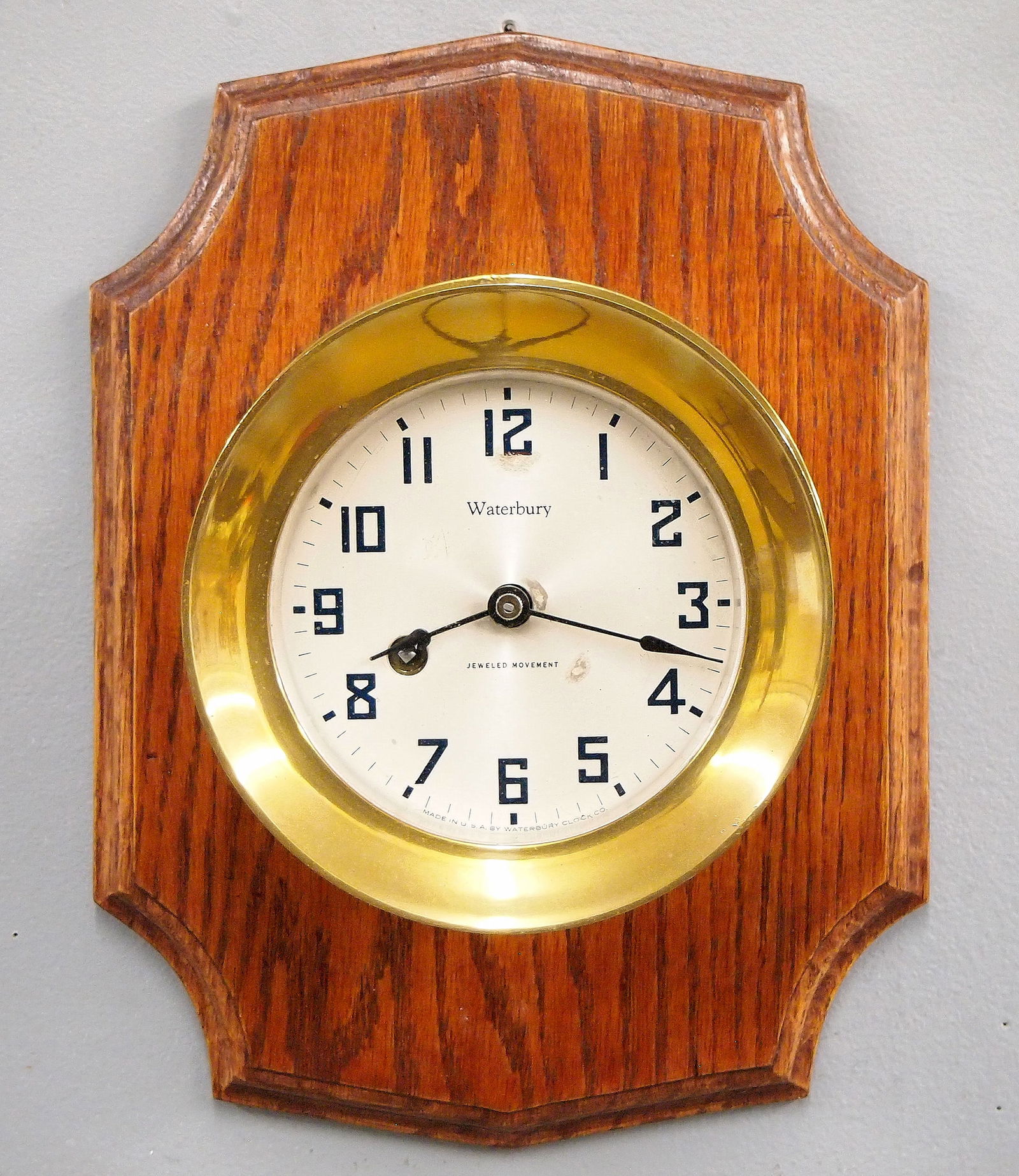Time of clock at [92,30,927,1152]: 8:17
